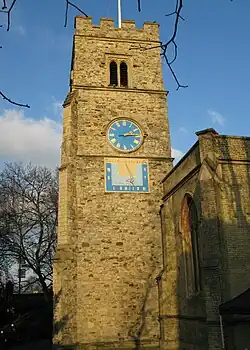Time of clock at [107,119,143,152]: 2:13
